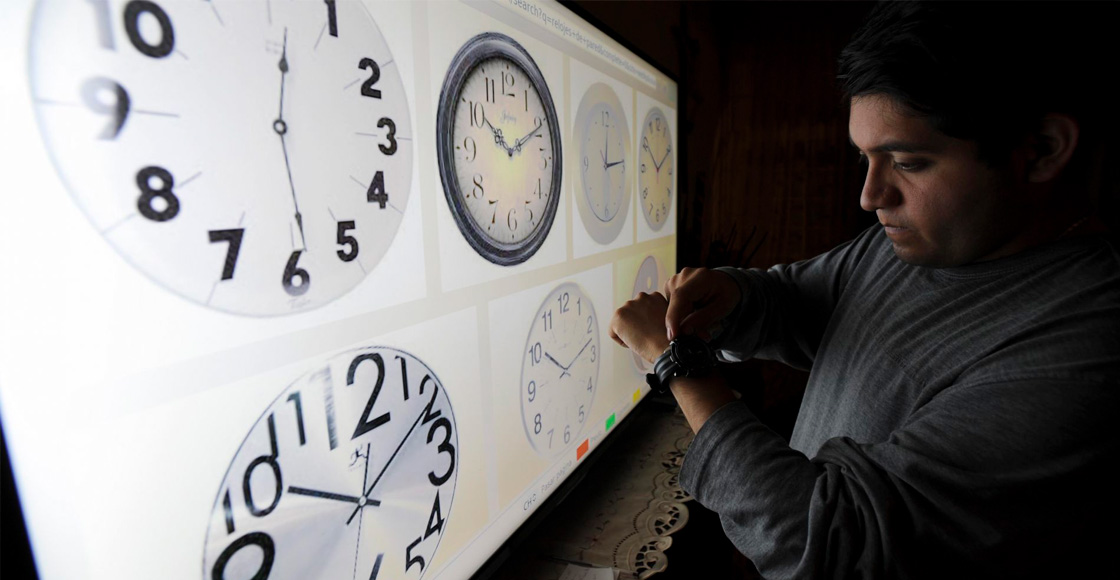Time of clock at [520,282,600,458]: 10:12
